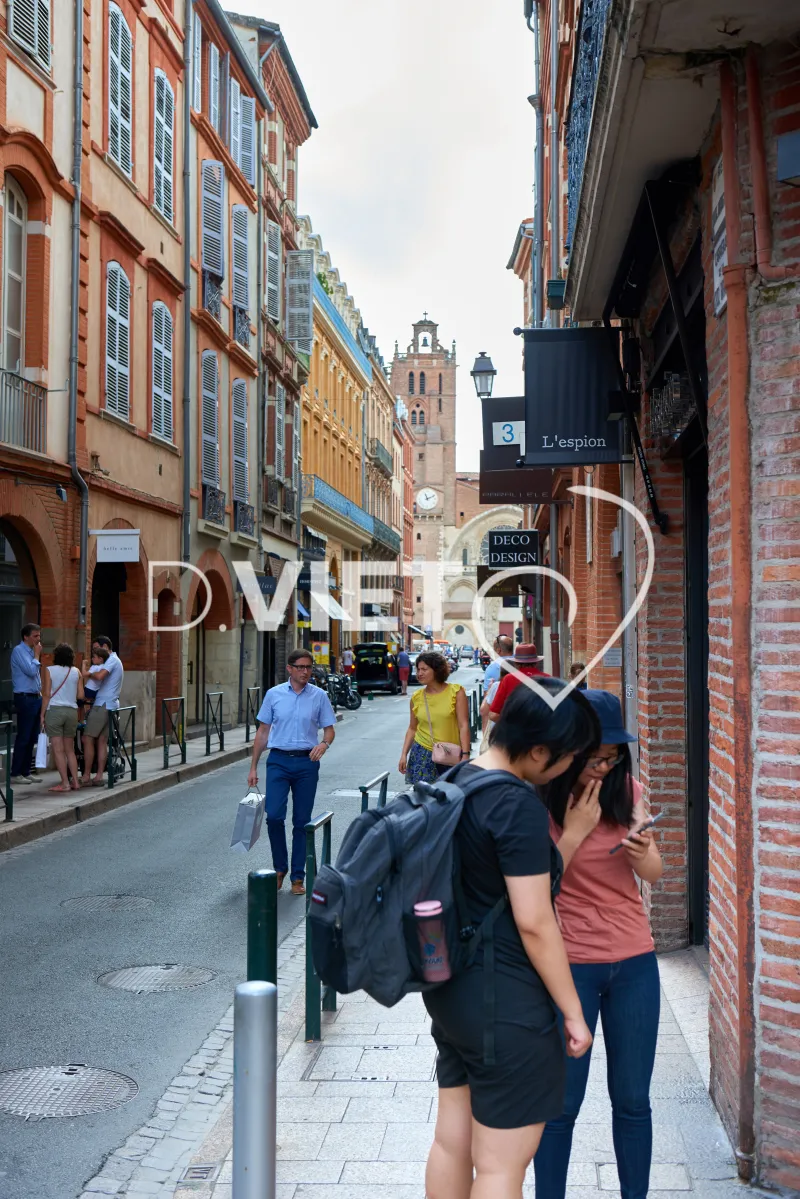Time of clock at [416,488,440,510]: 11:10
